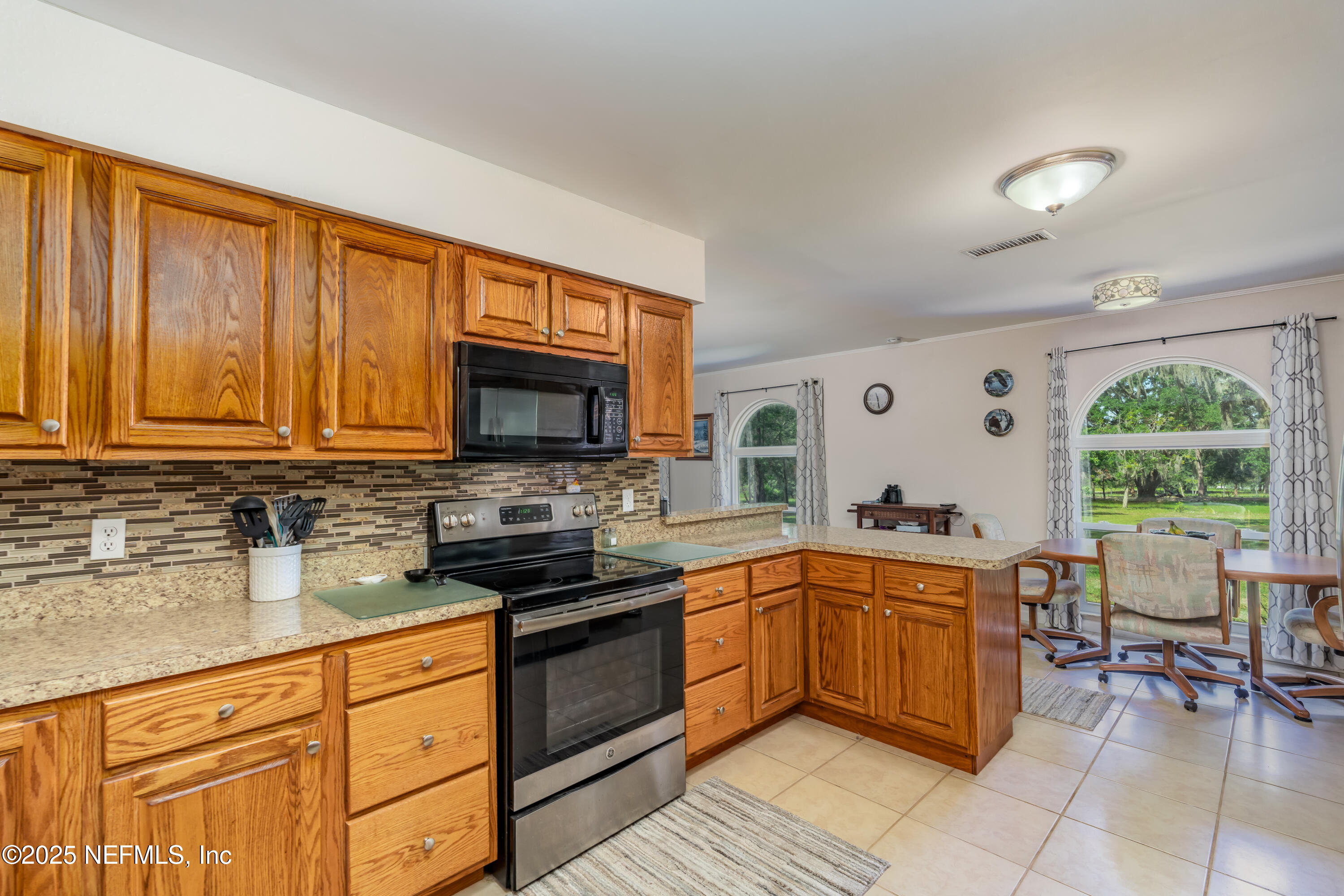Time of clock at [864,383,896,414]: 11:28
